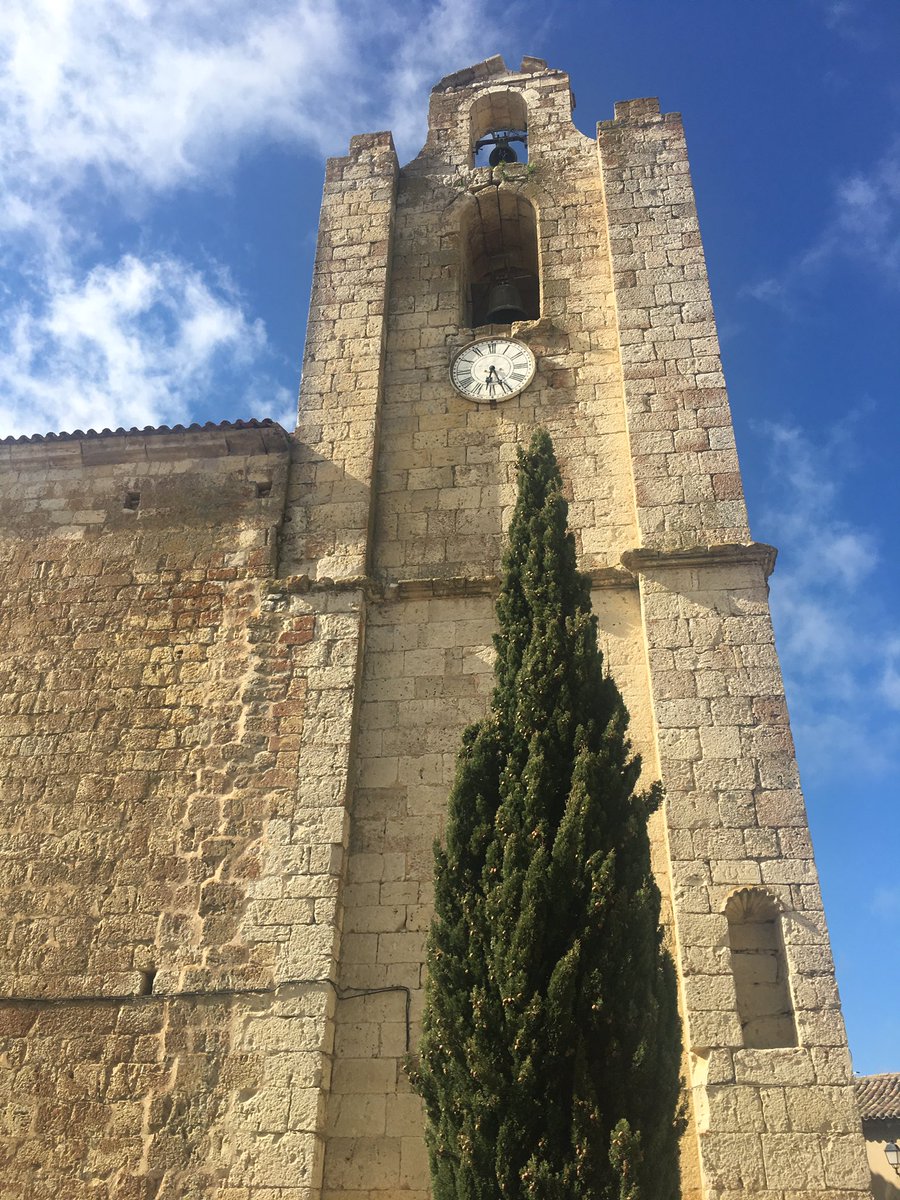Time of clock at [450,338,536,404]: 6:26
